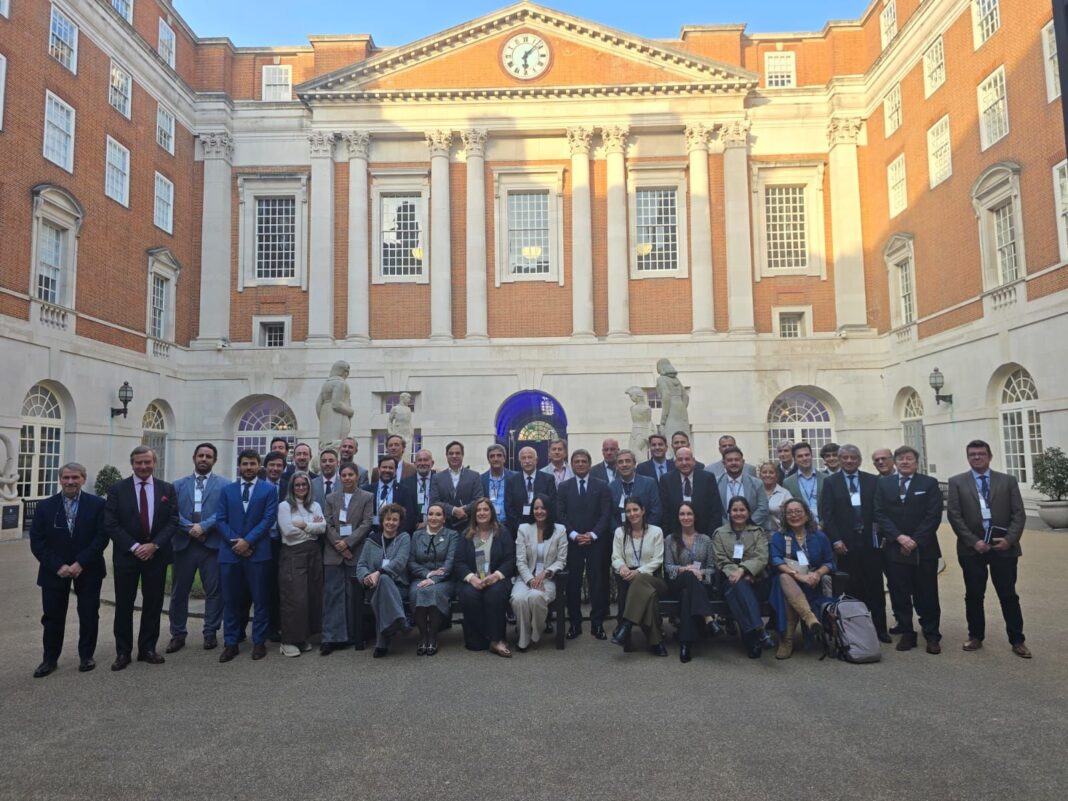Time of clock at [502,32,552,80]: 6:07
